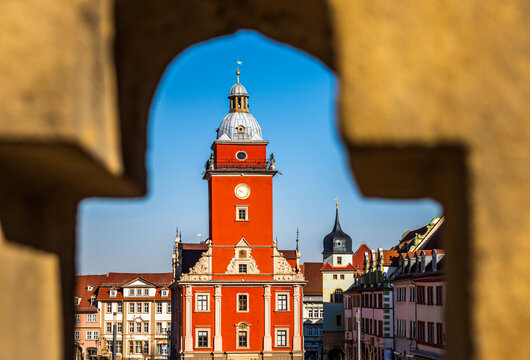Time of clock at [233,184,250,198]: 9:38
